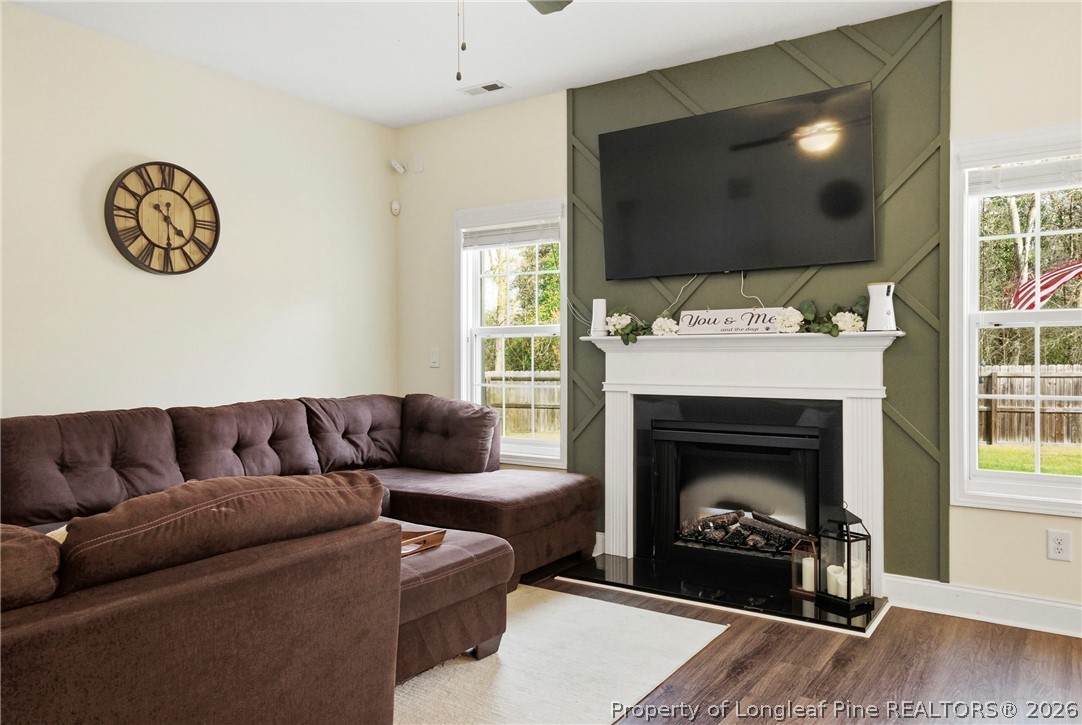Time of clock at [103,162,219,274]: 4:29
